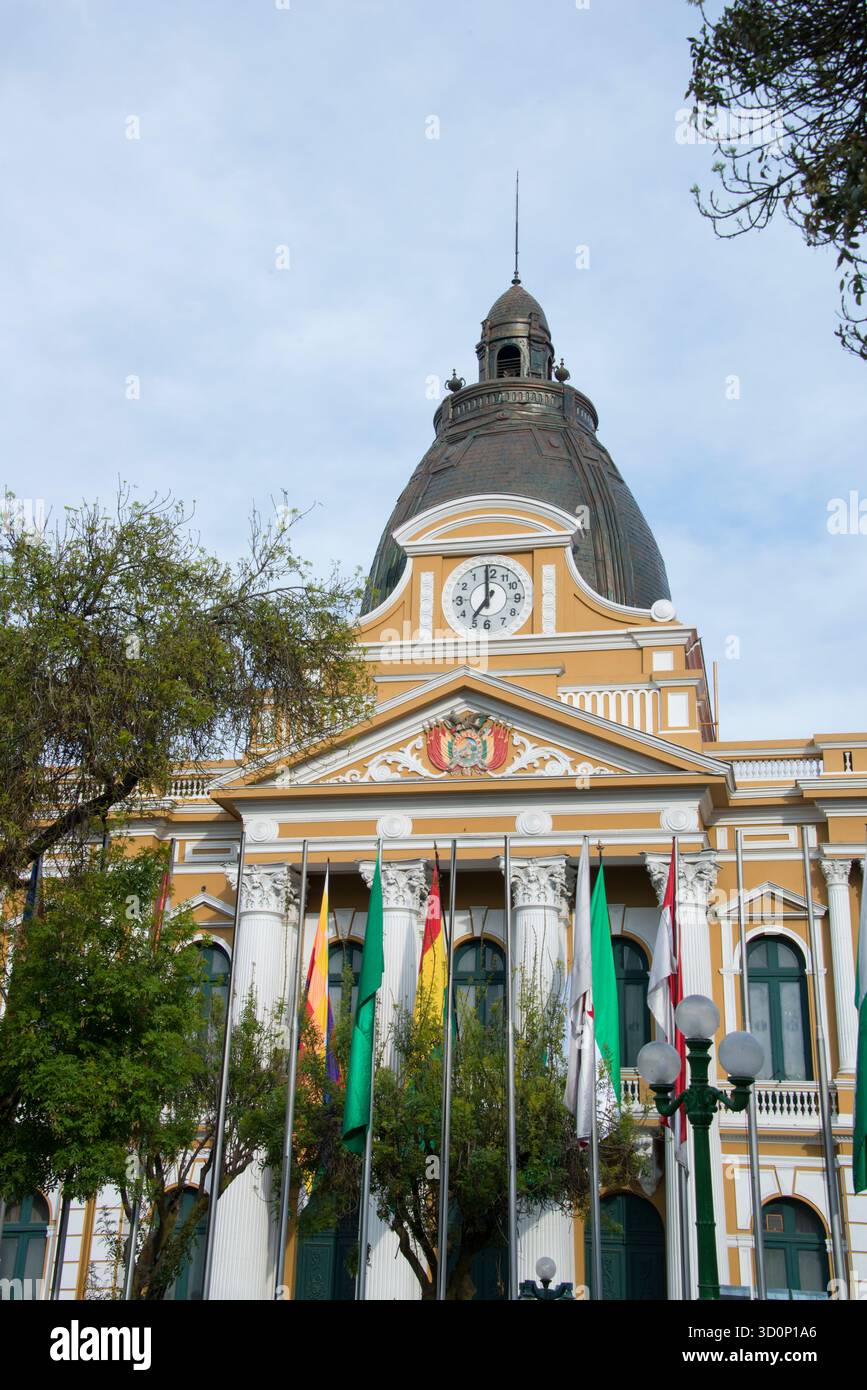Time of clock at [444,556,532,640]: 6:59
